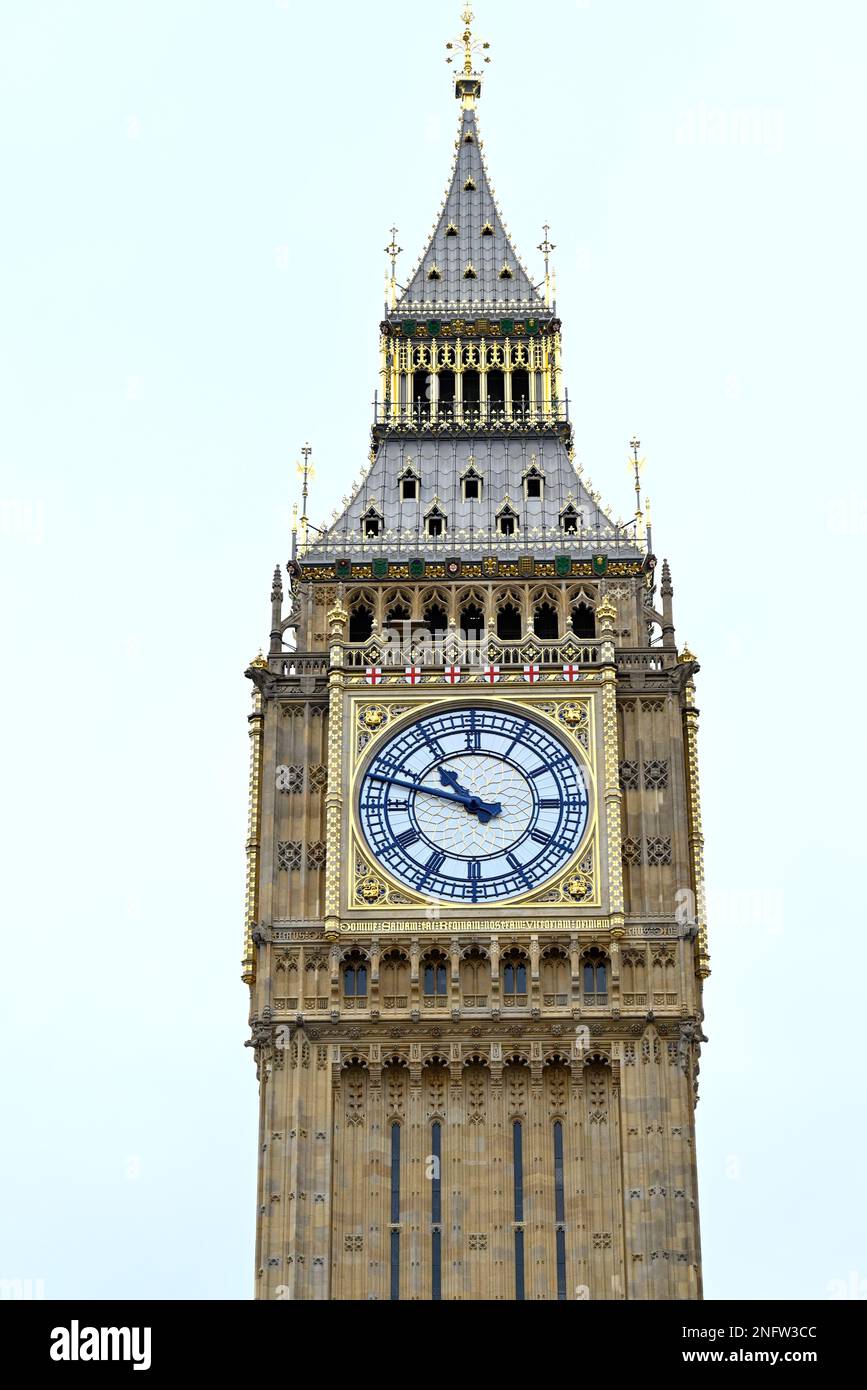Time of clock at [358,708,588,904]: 10:47
